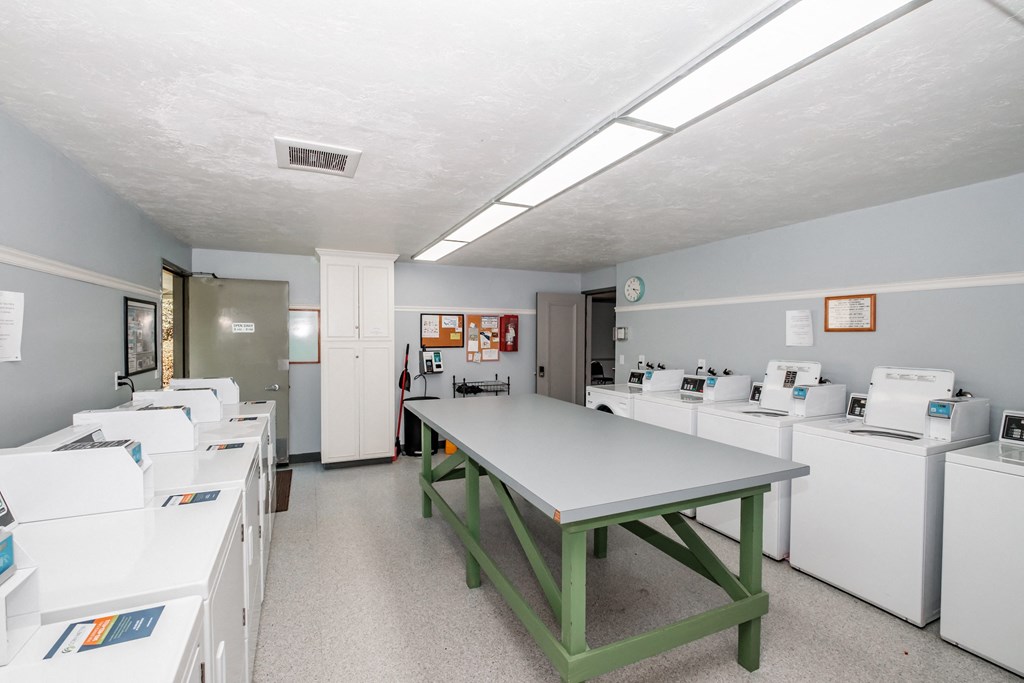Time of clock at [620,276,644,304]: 3:22
